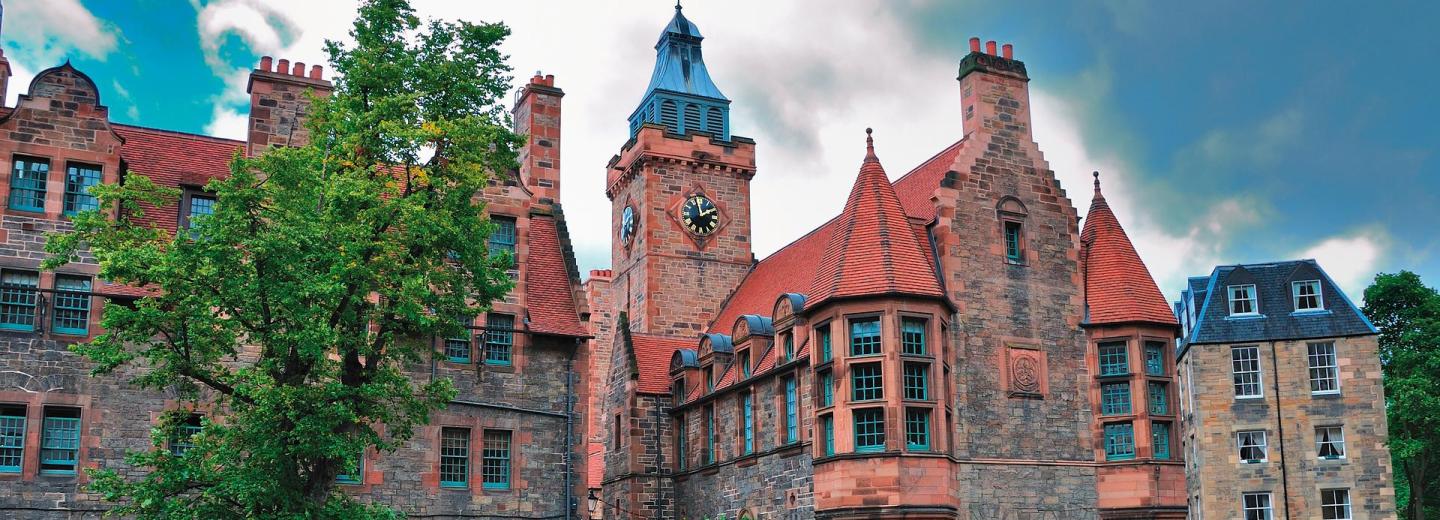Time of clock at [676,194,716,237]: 1:57
